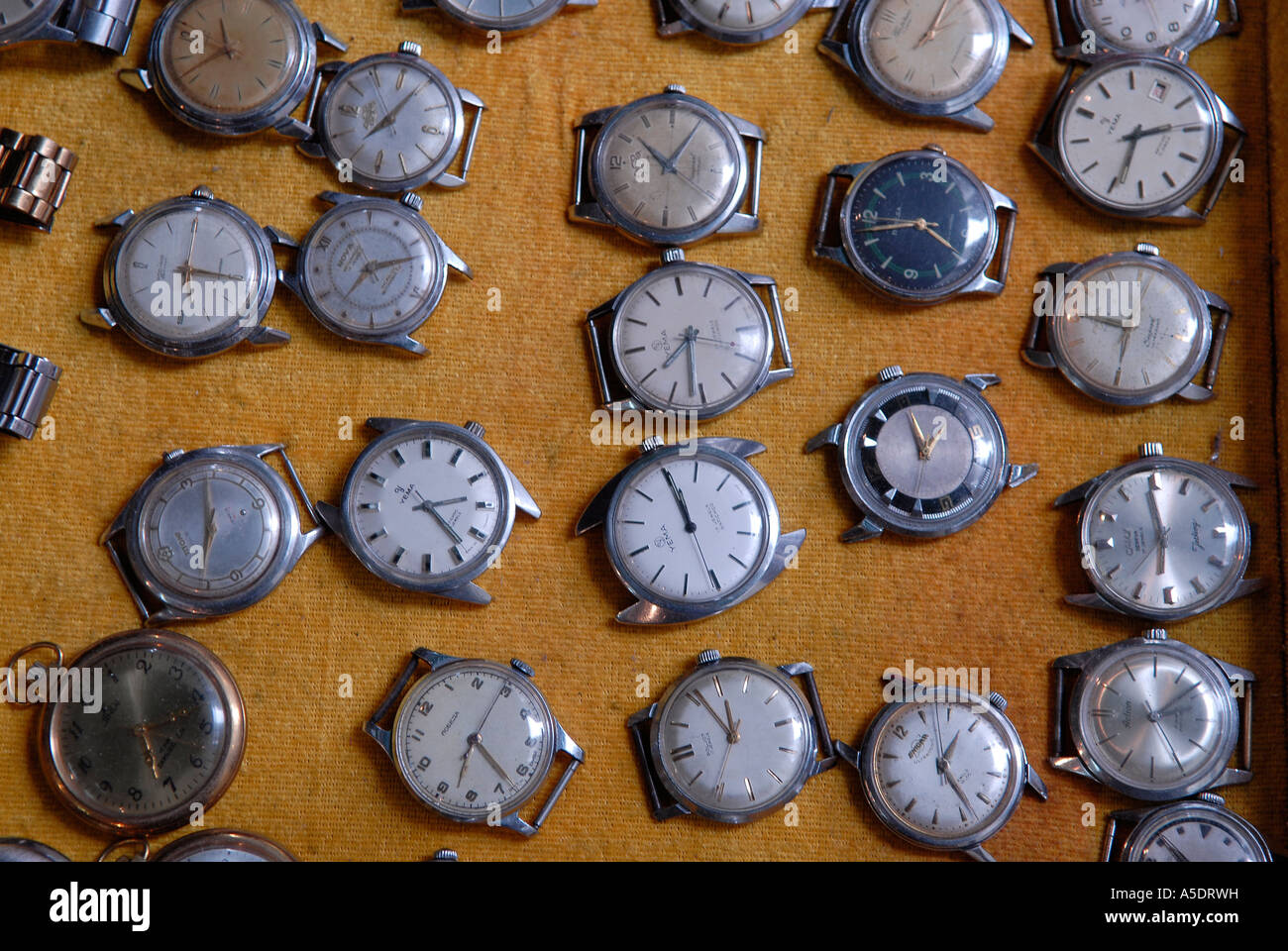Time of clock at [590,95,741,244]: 10:05
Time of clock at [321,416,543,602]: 2:23
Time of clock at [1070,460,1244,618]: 5:59
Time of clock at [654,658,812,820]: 11:55
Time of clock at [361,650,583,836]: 6:23
